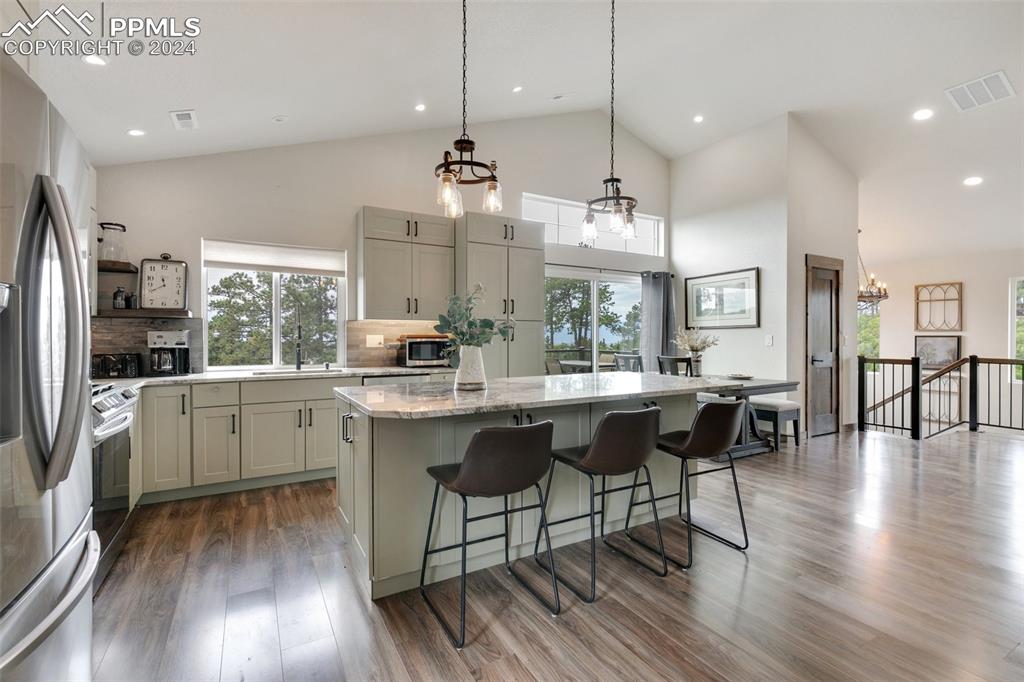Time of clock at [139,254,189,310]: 11:40
